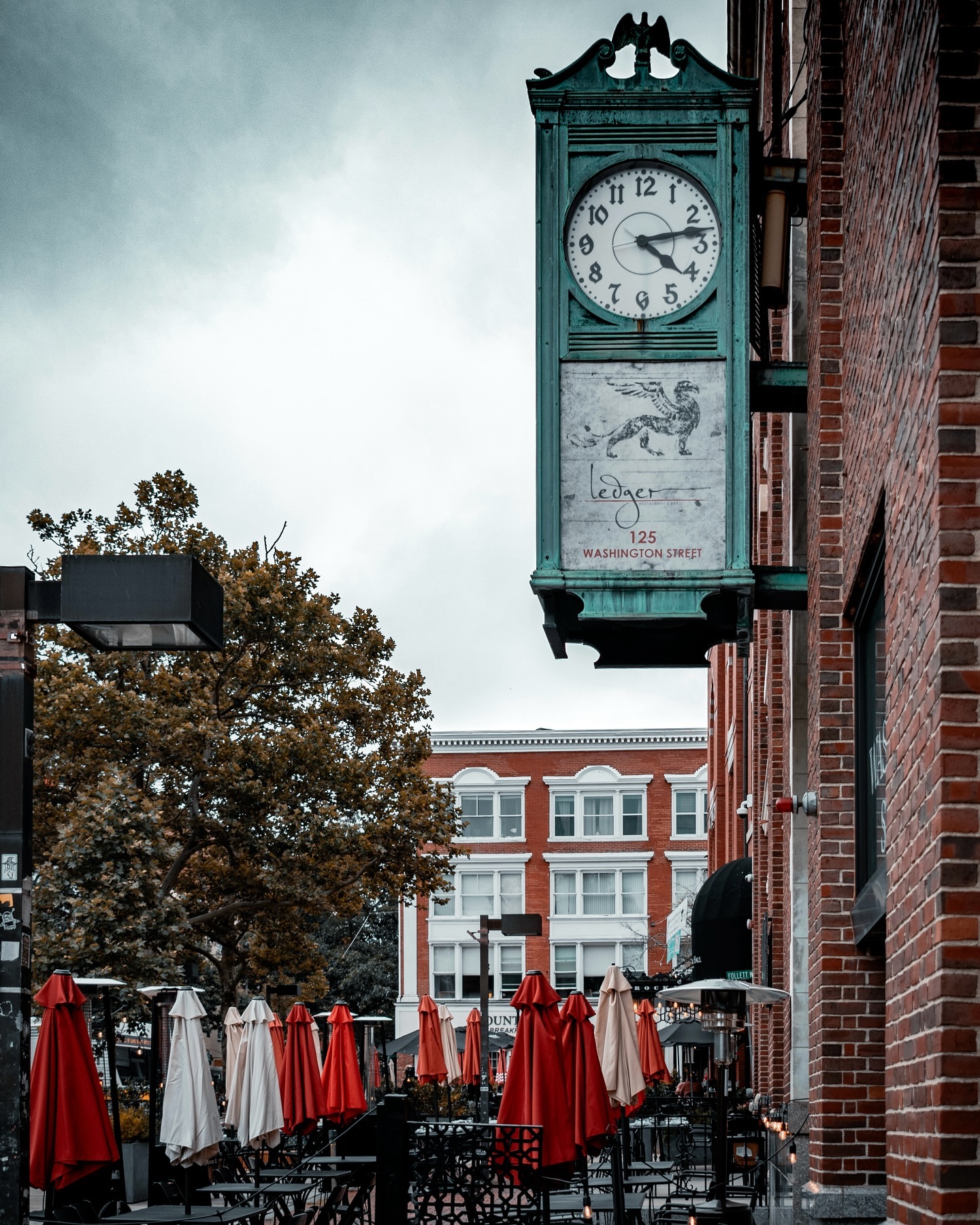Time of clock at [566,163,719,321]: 4:13
